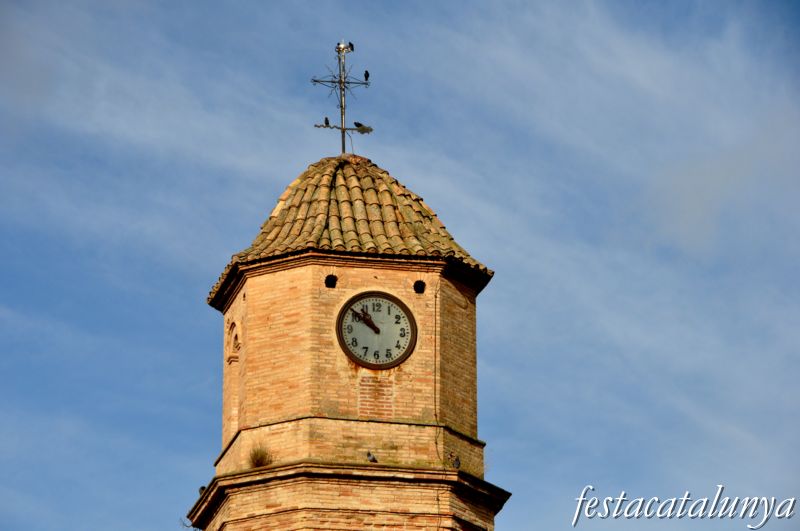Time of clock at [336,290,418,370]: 10:51
